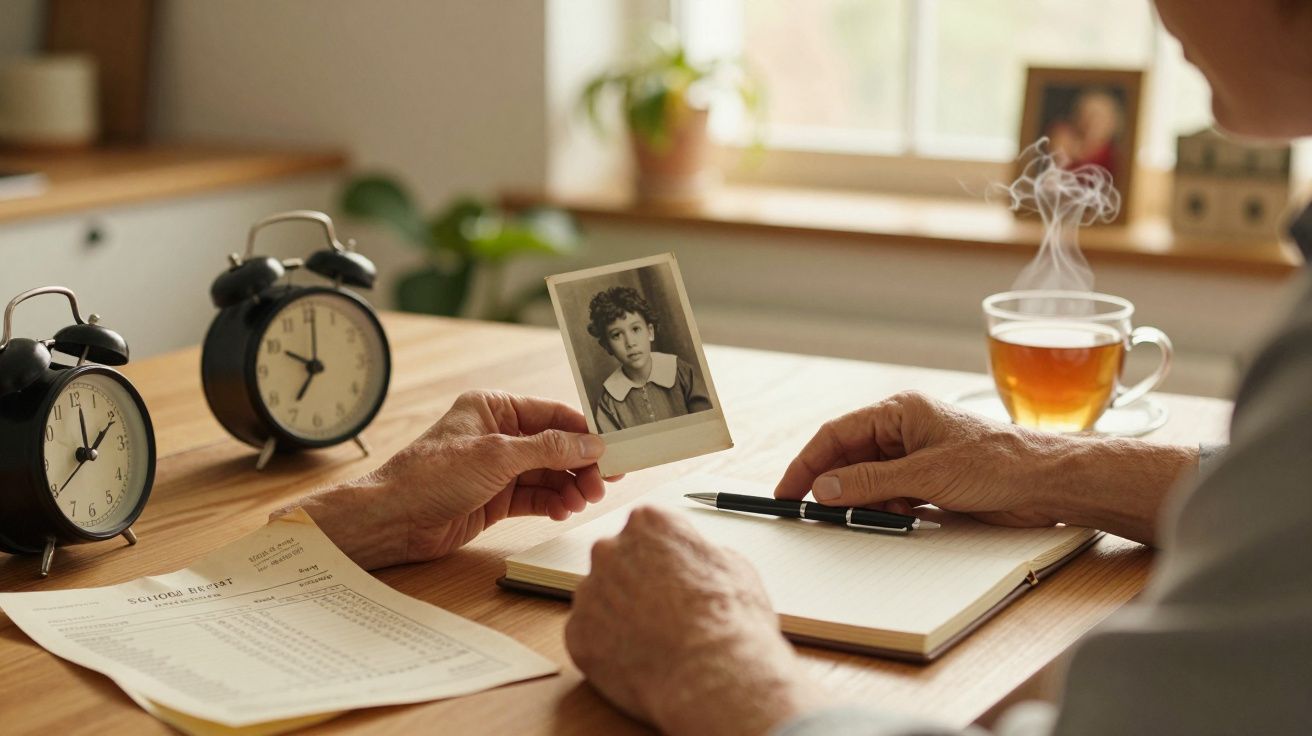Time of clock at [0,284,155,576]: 12:10
